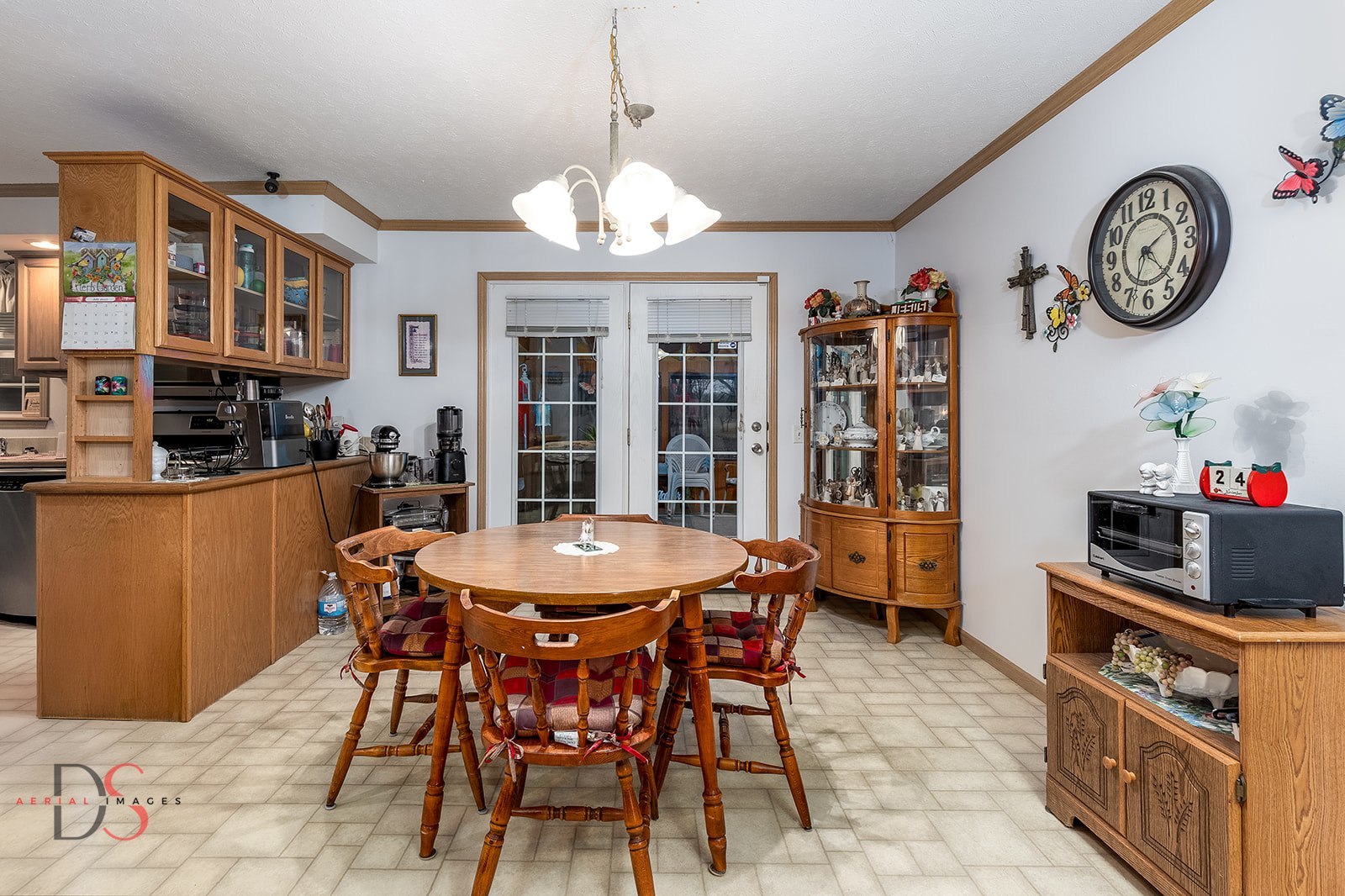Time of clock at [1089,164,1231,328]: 2:22
